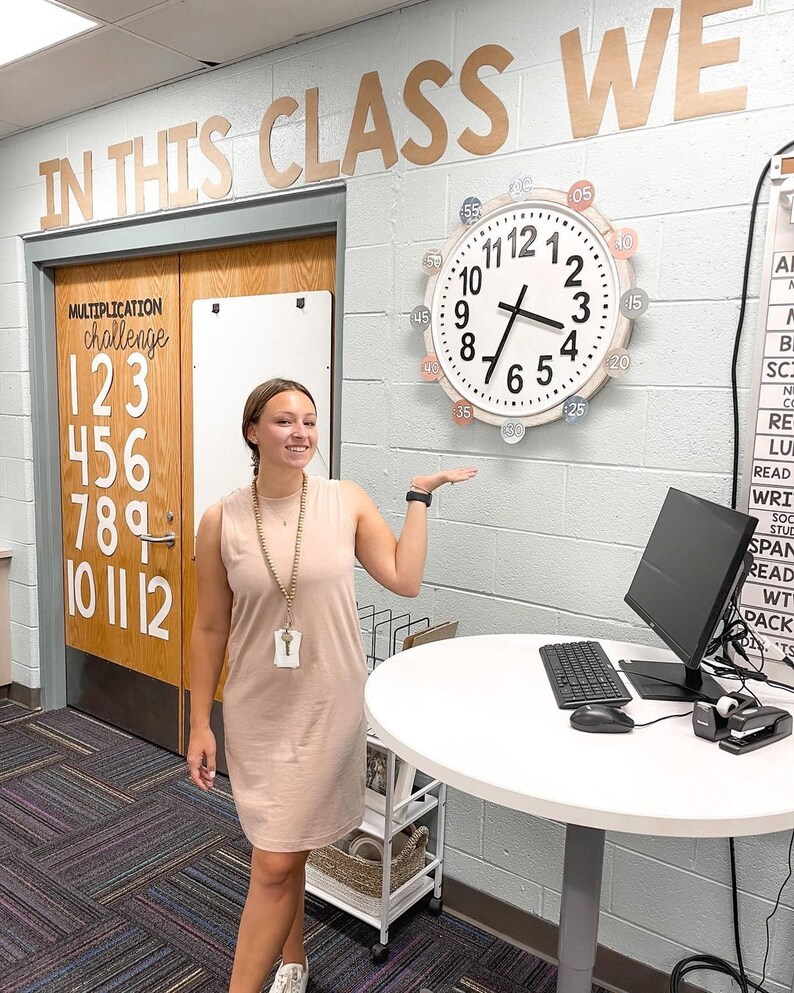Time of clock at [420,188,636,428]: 3:34
